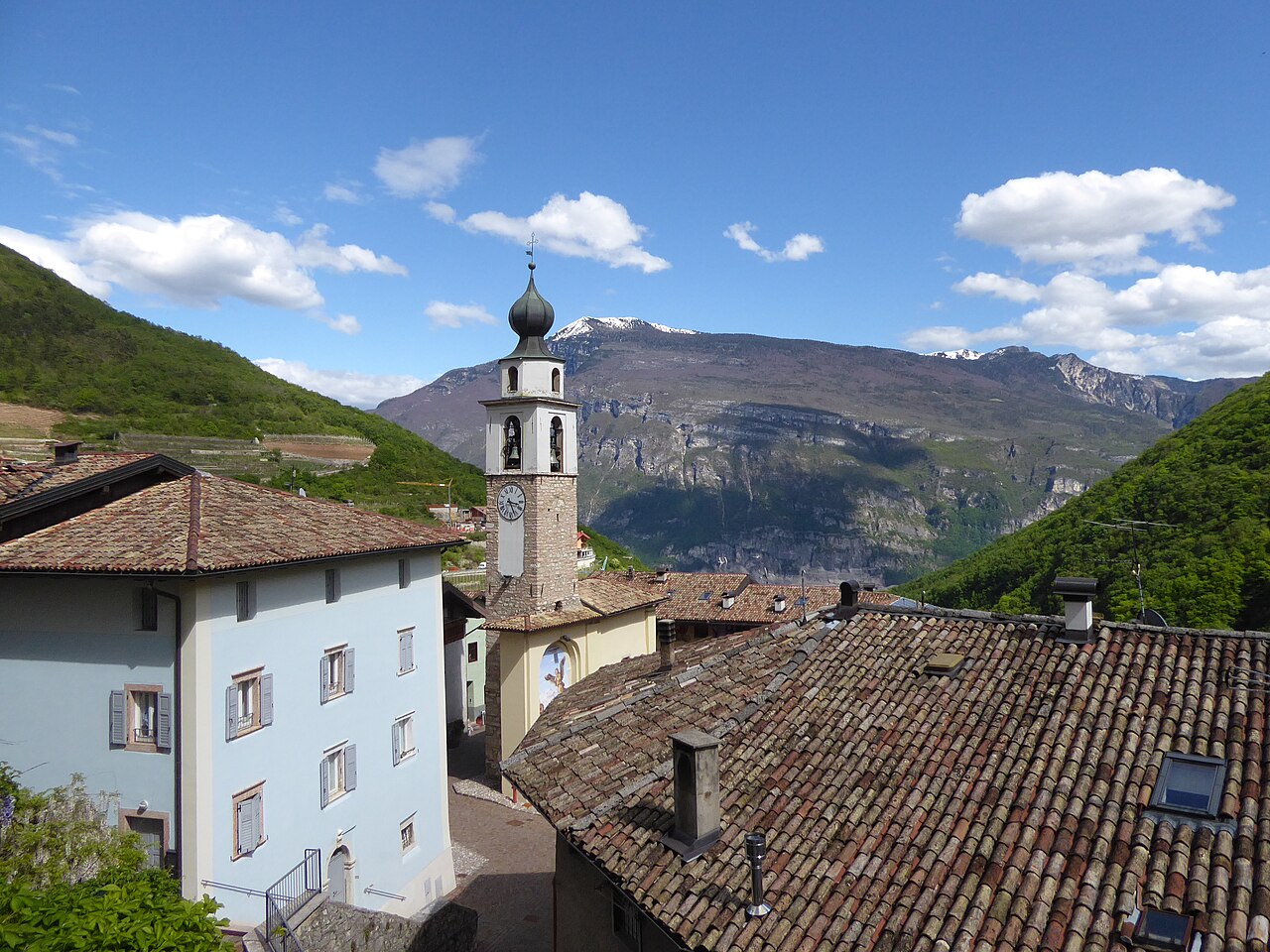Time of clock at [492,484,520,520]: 3:26
